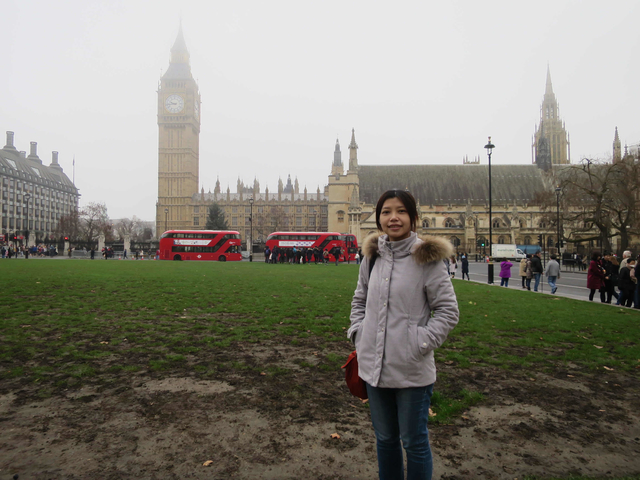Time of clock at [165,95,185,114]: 9:43
